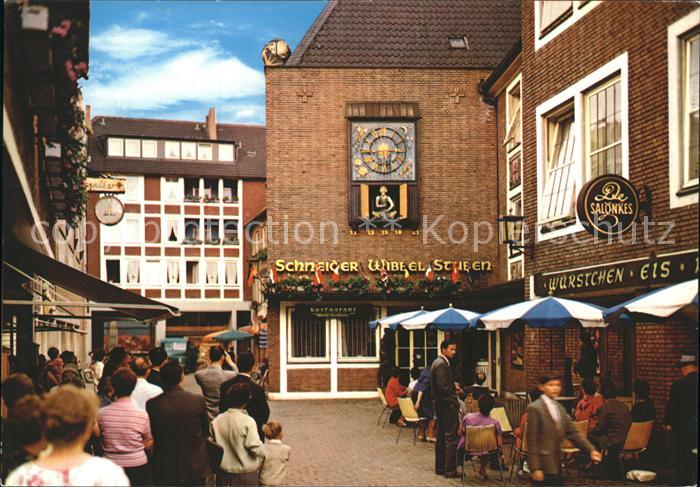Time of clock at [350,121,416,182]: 6:15
